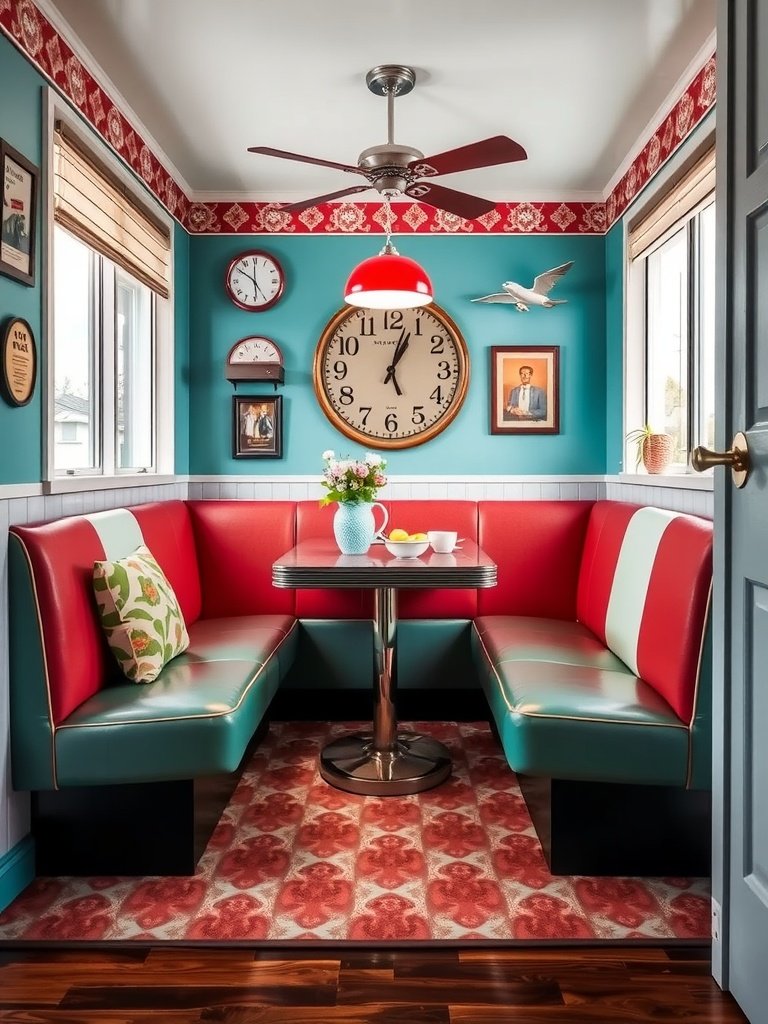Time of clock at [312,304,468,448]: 1:03
